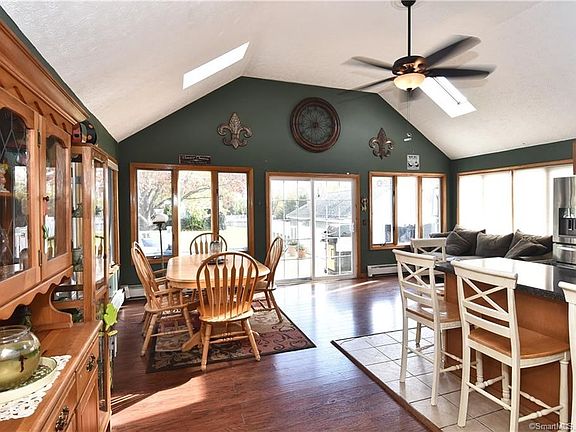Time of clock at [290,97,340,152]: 8:01
